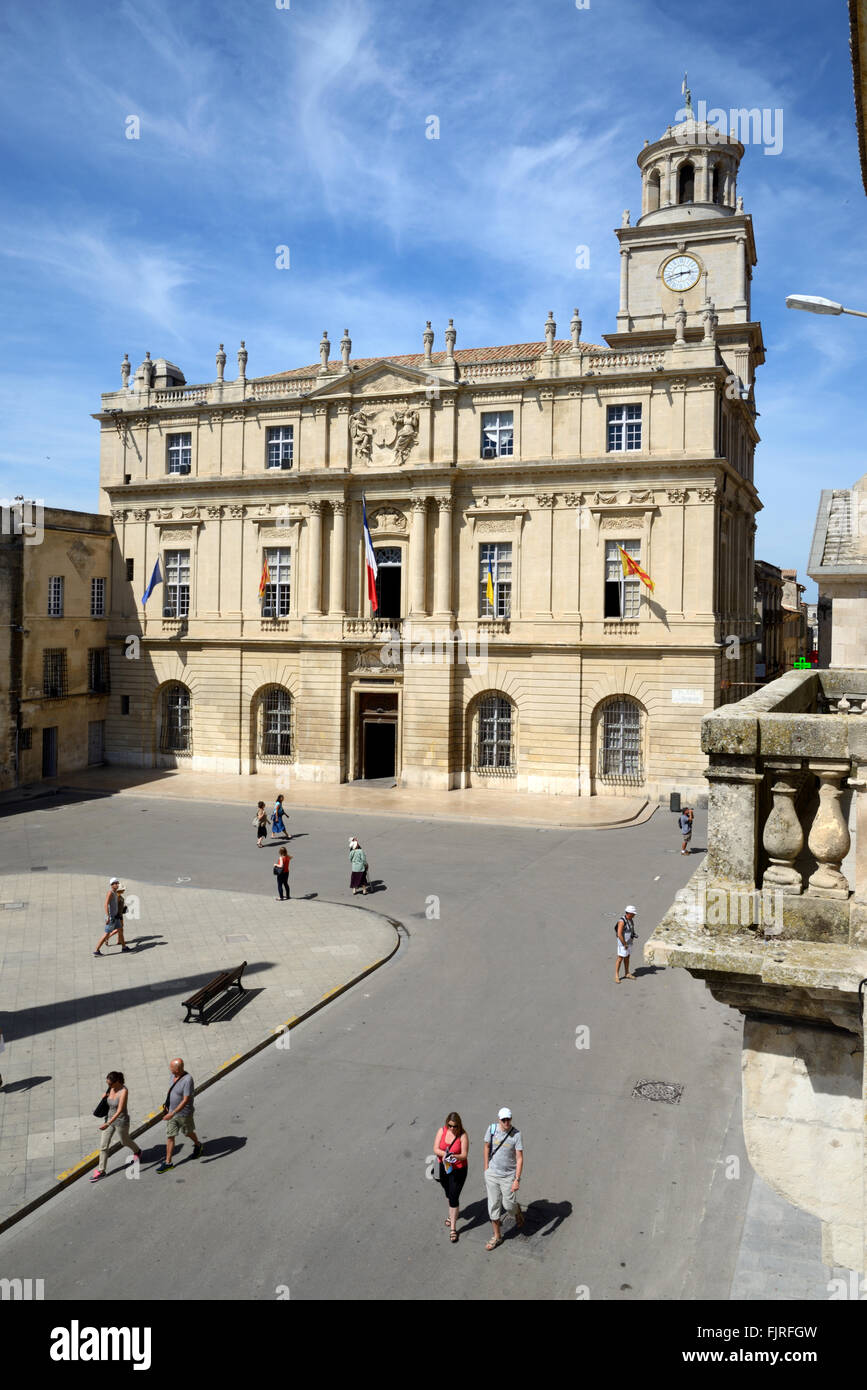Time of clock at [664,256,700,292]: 2:42
